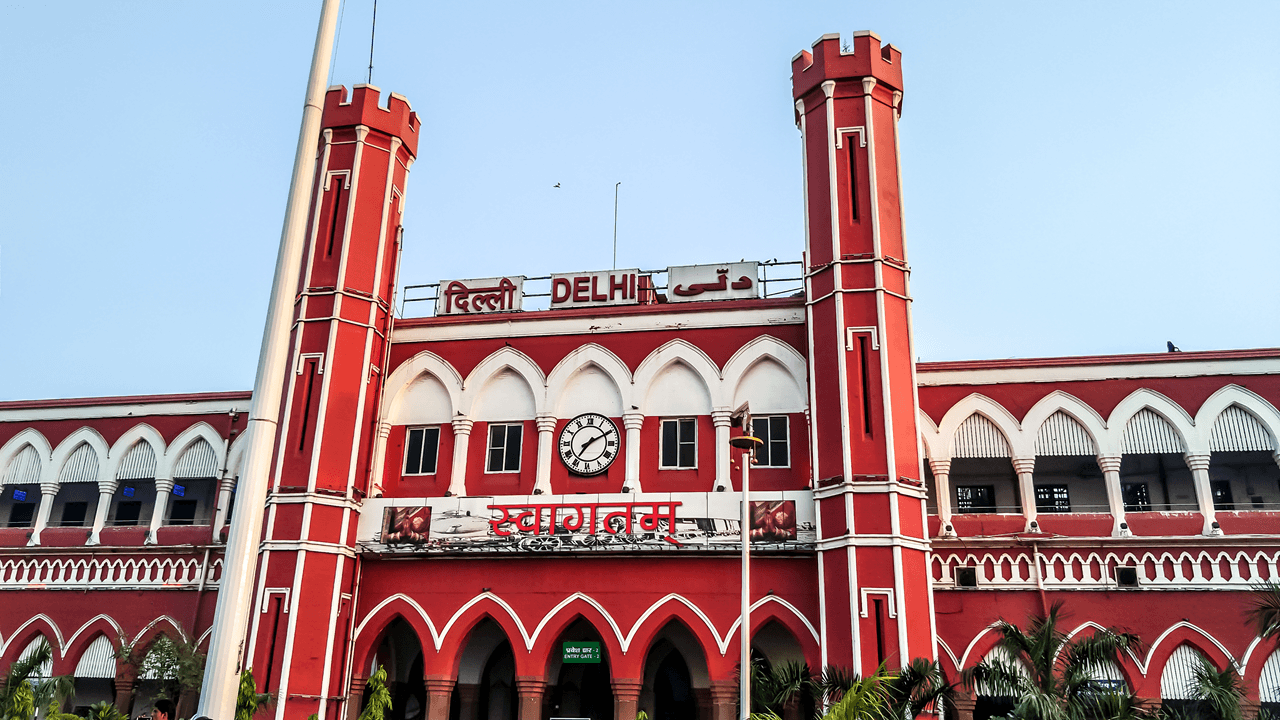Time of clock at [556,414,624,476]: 7:10
